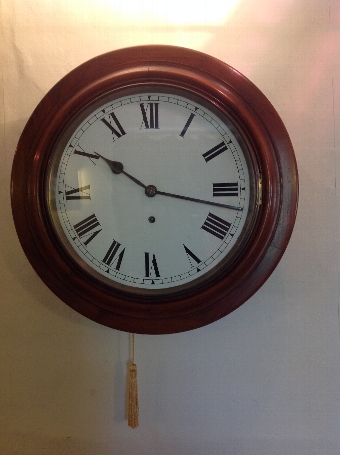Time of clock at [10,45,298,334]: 10:17
